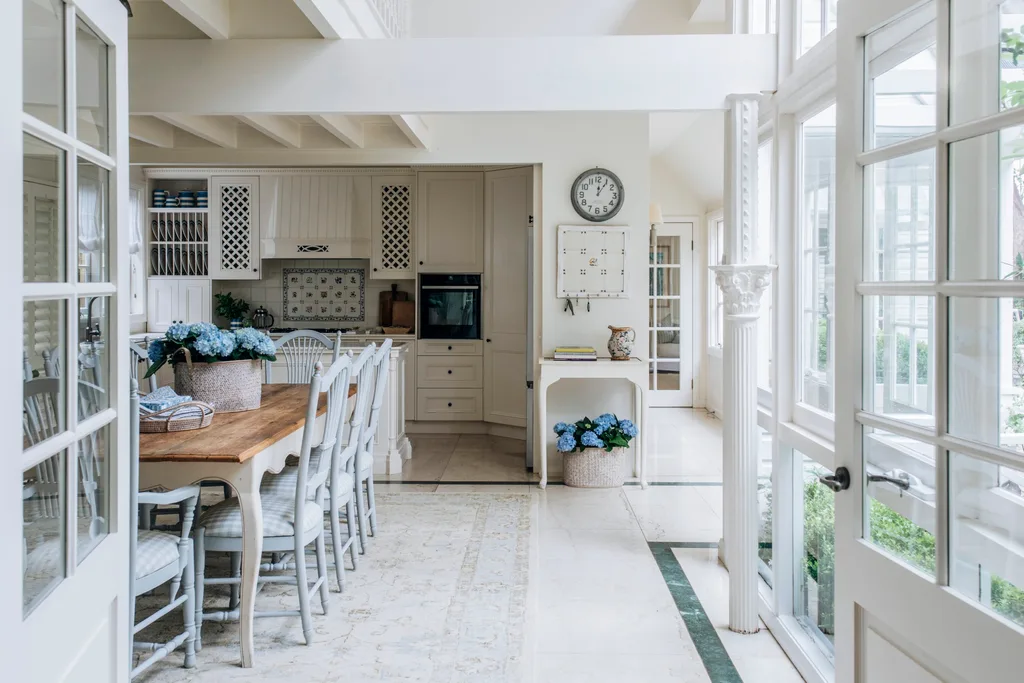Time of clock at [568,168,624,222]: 12:05
